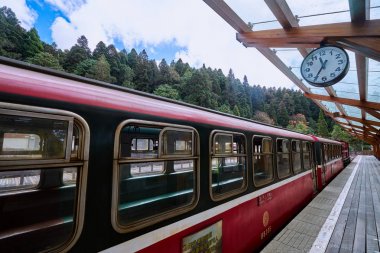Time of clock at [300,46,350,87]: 11:35
